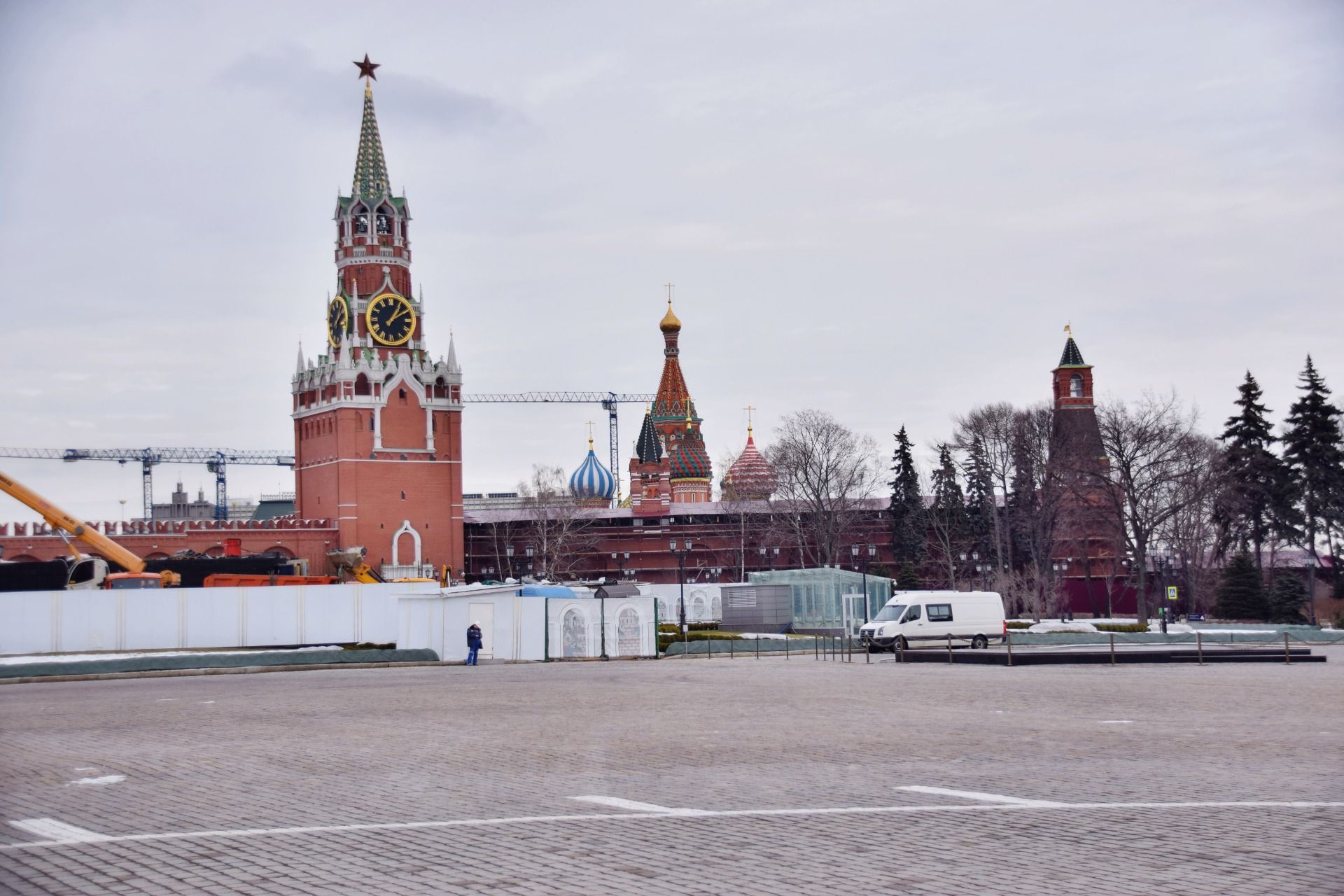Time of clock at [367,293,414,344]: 1:09
